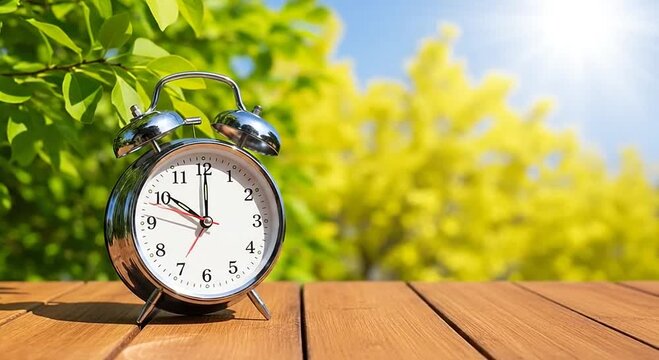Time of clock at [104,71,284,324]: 10:00
